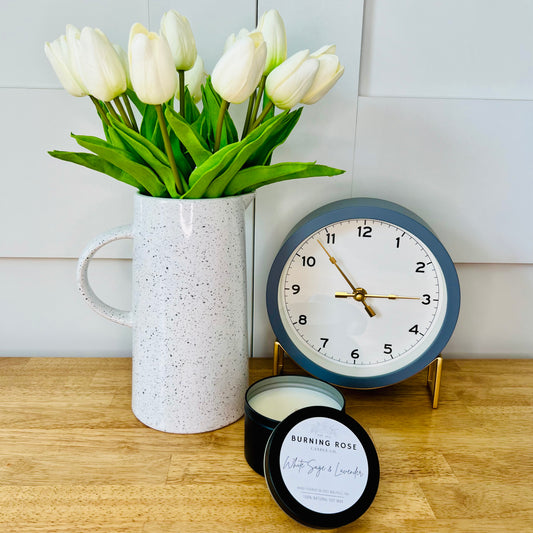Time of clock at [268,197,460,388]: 2:53
